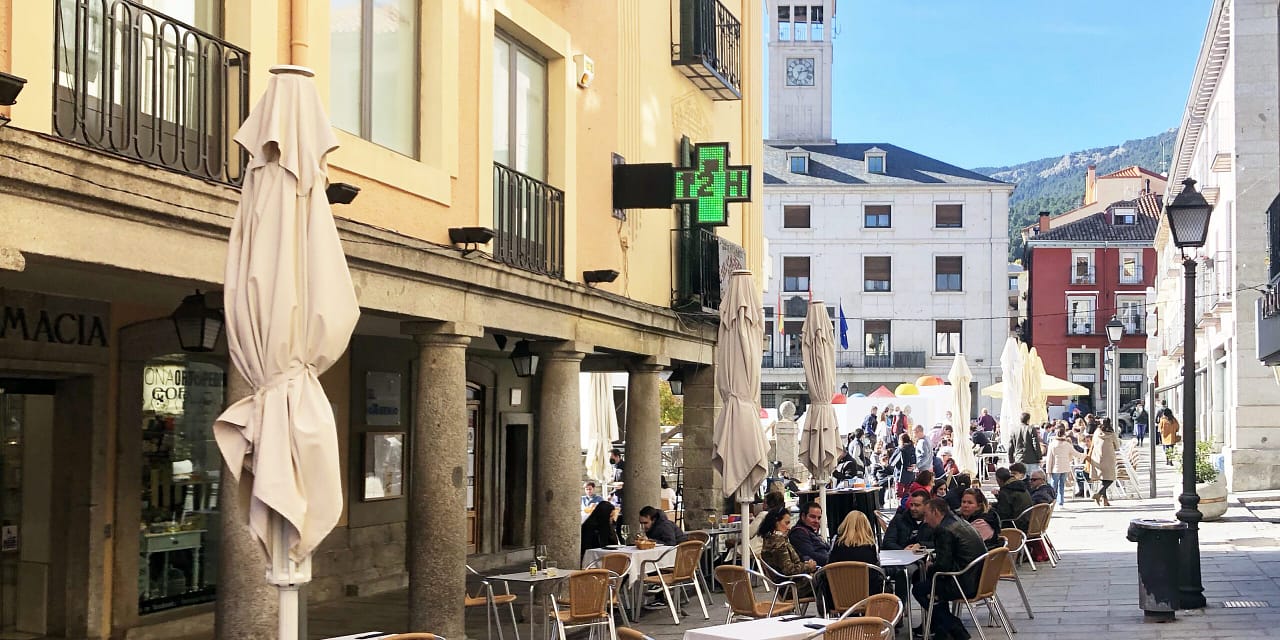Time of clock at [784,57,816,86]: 2:33
